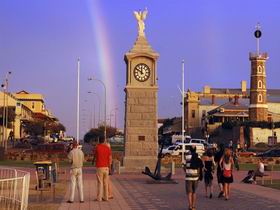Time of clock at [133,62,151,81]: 11:50
